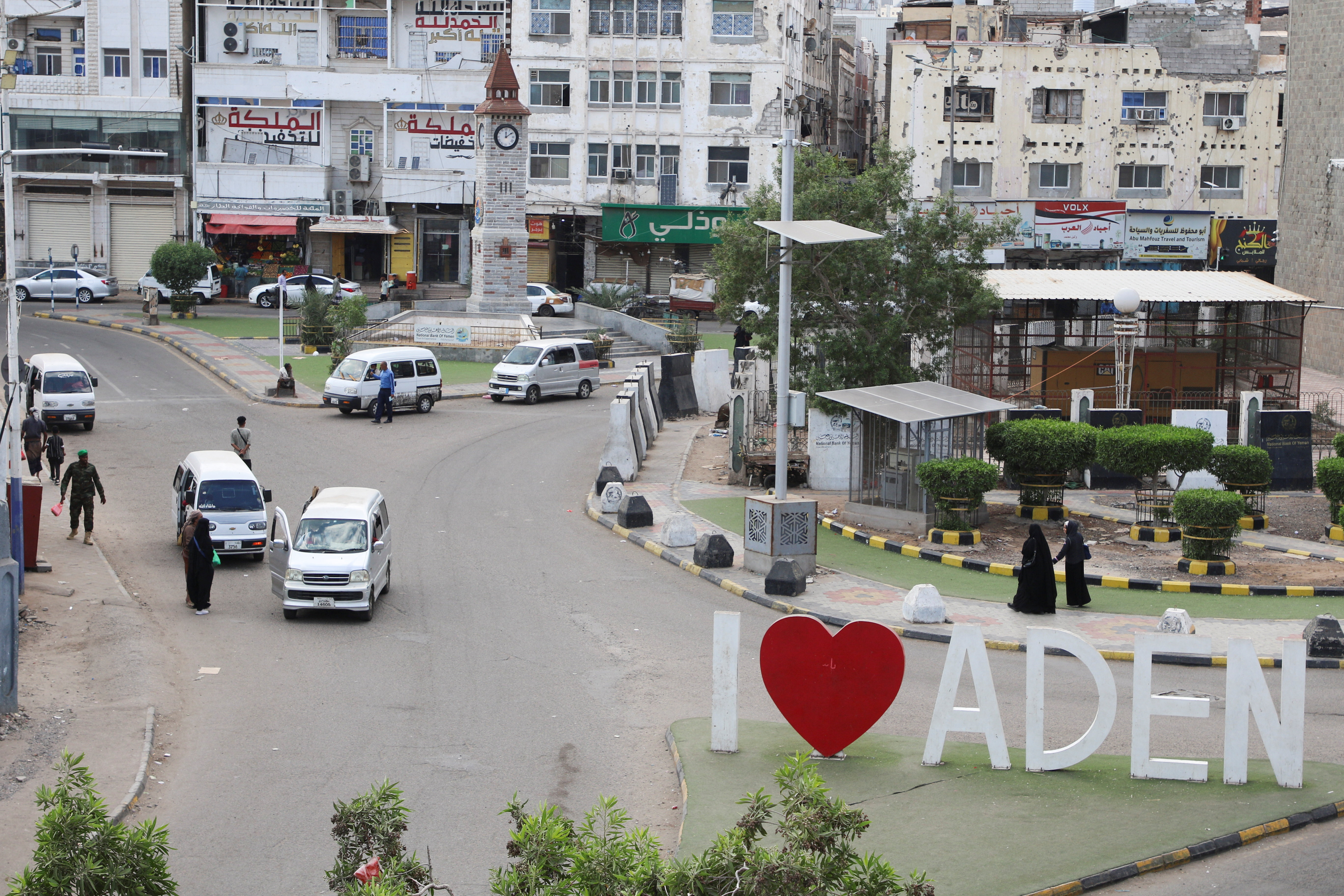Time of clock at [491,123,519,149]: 12:09
